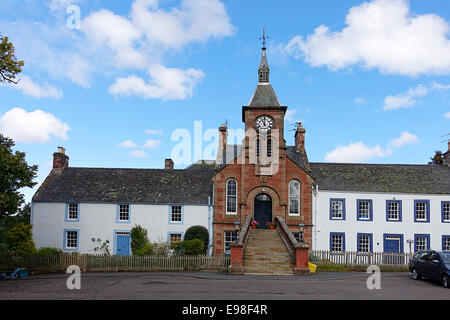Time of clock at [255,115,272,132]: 11:00
